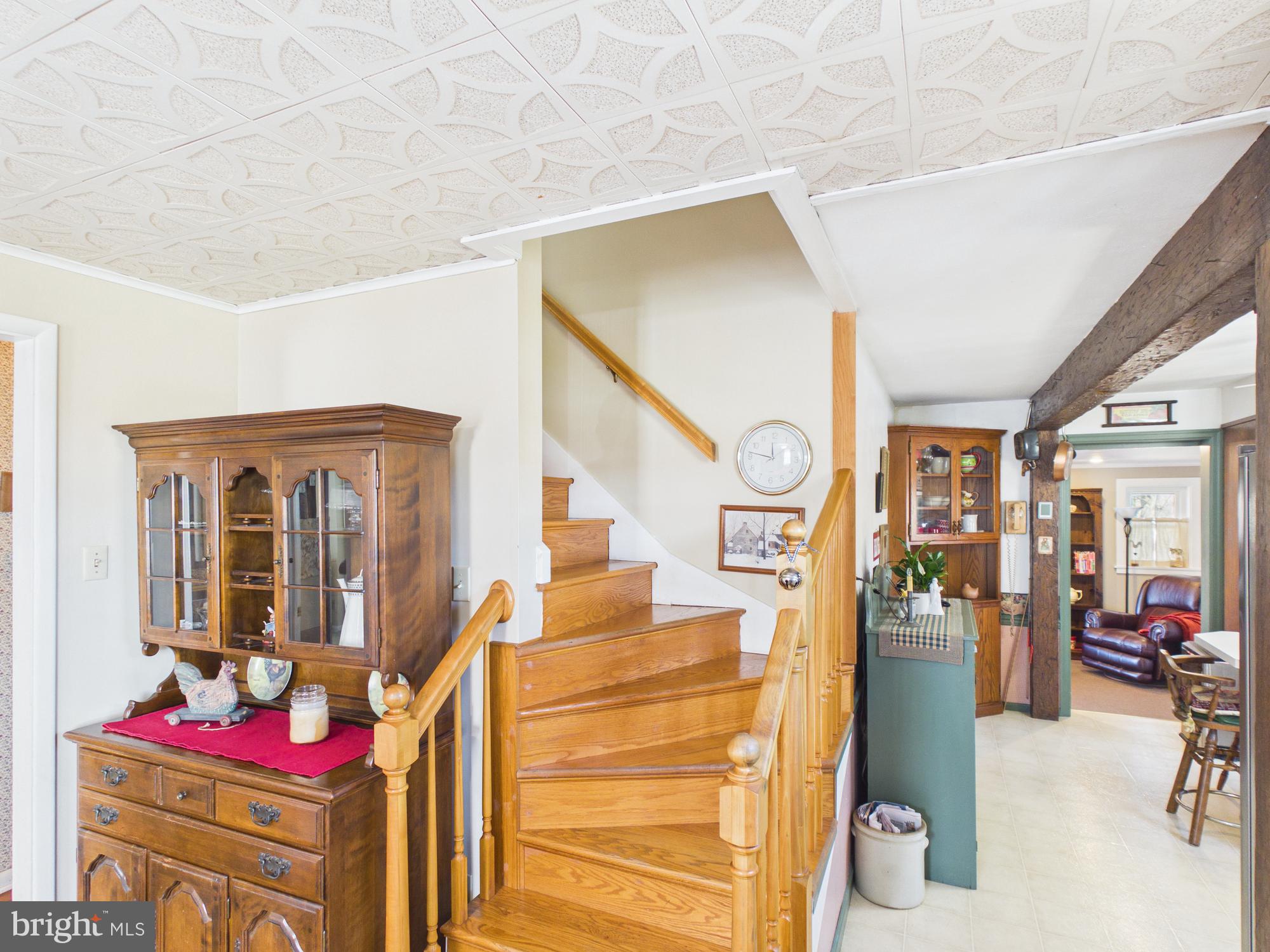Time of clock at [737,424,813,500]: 11:46
